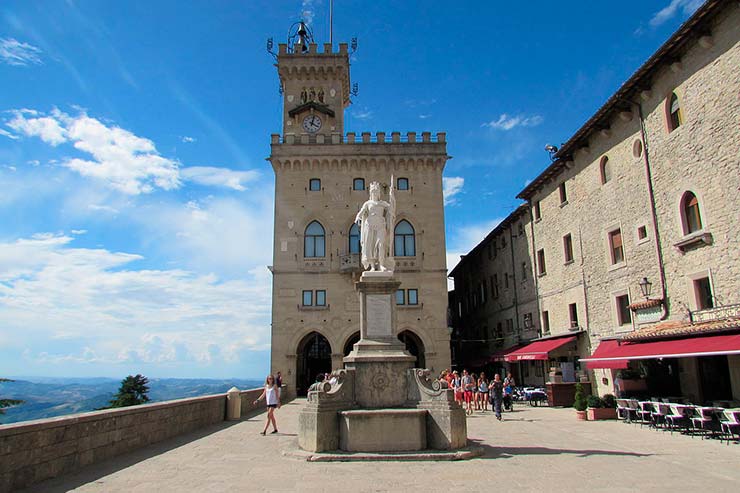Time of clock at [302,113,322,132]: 4:02
